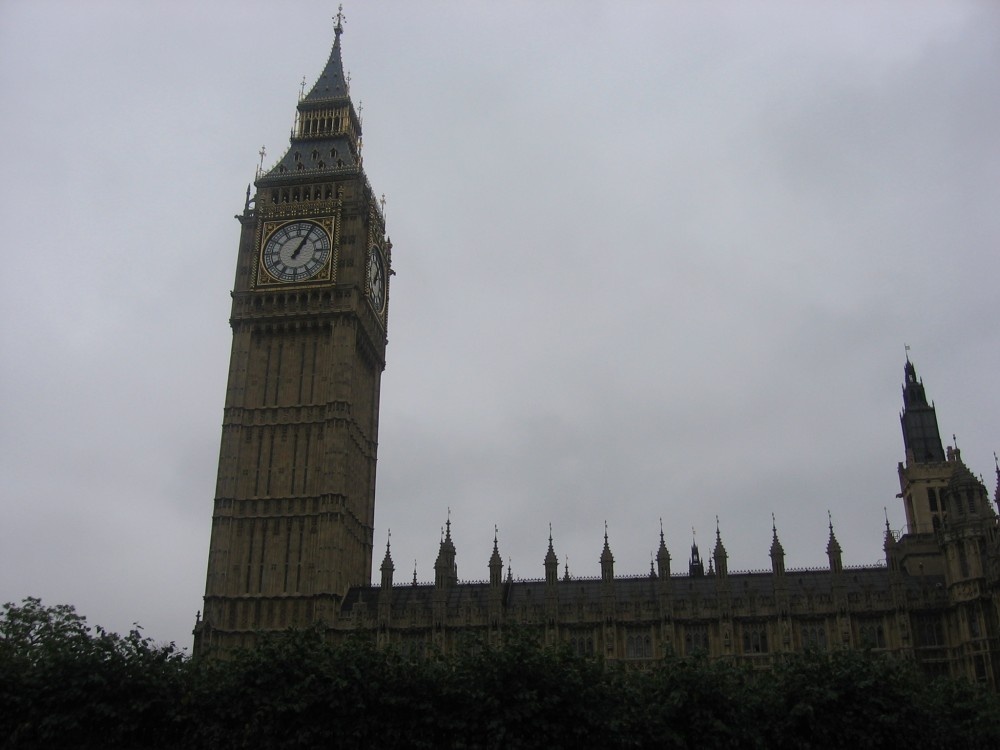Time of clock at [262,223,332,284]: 1:05
